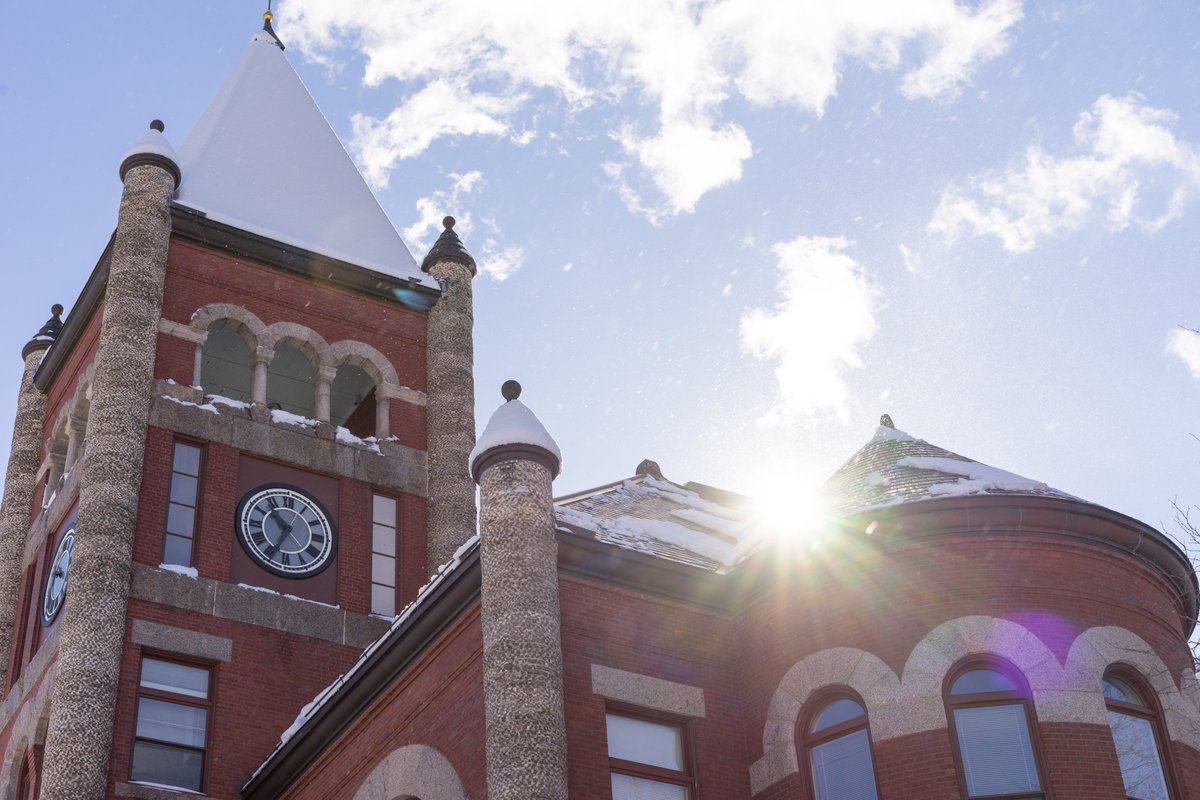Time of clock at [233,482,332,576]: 10:34
